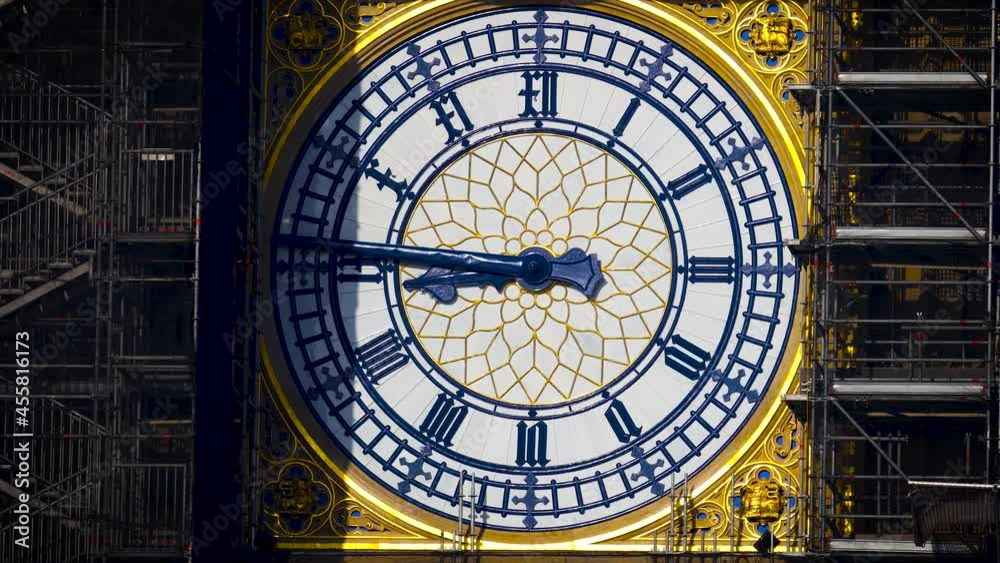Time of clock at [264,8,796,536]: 8:45
